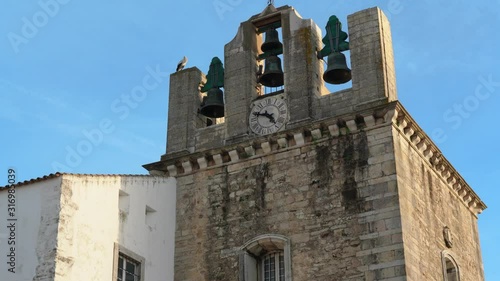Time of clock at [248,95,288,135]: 4:47
